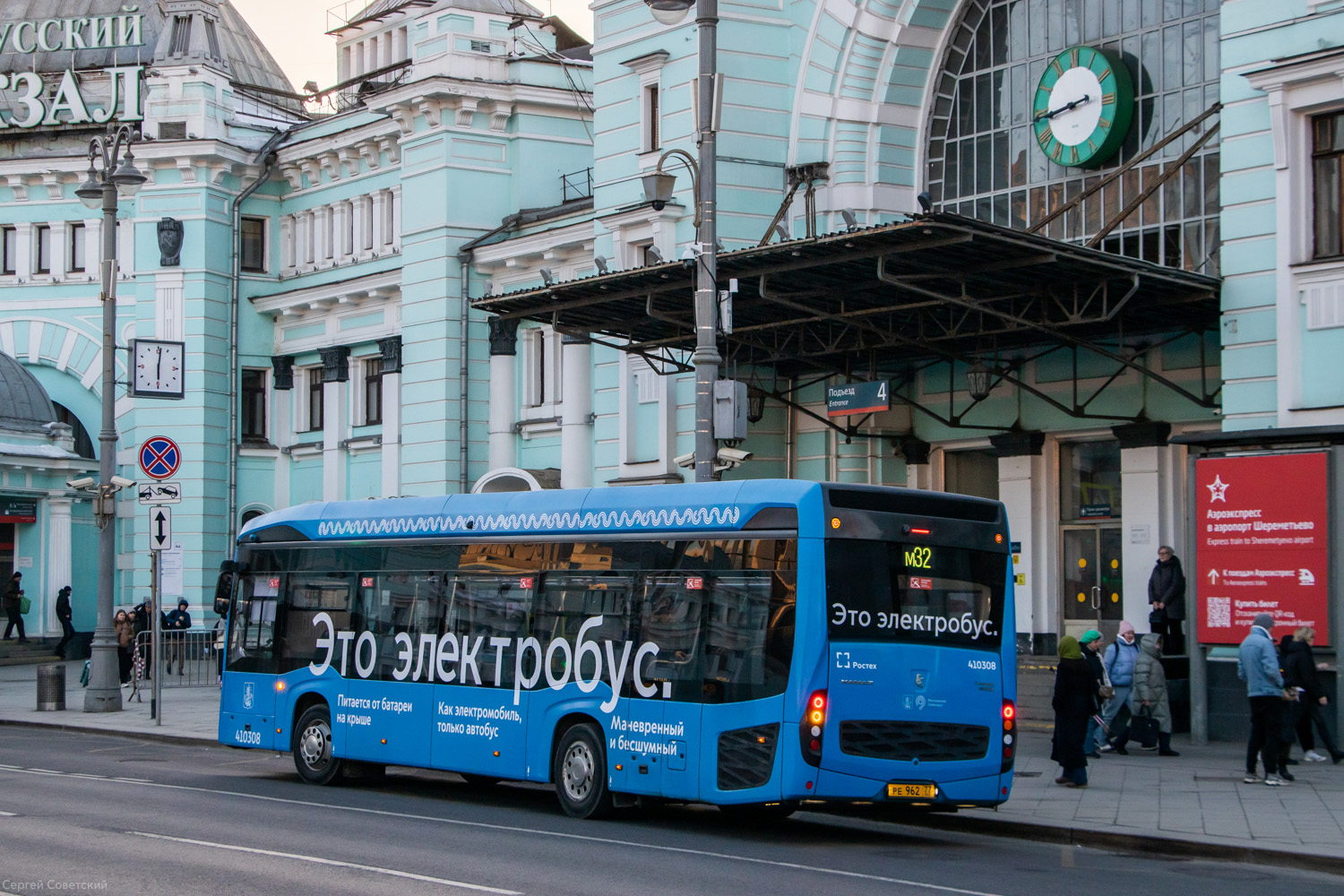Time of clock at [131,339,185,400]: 6:01
